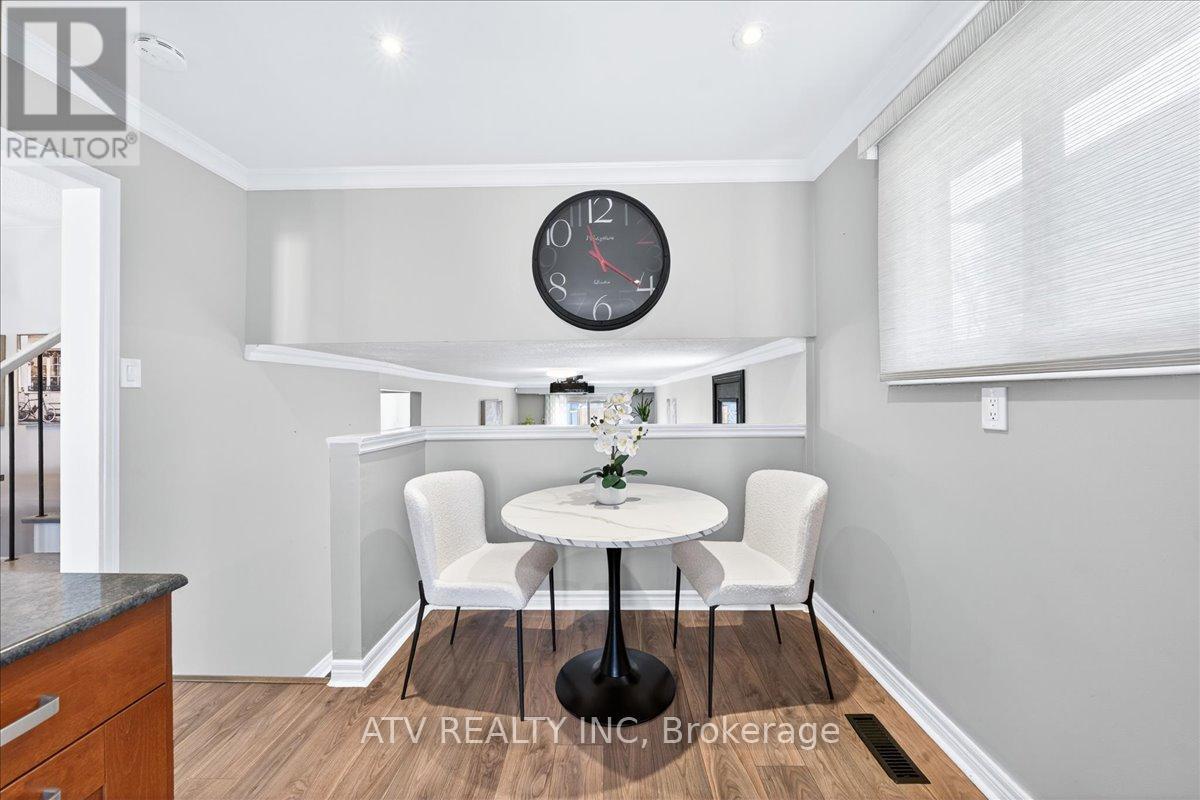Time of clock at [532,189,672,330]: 11:20
